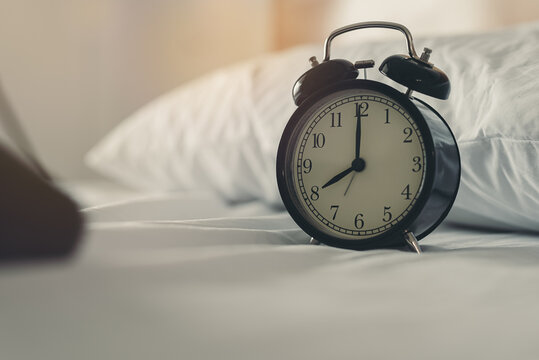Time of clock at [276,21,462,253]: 8:00
